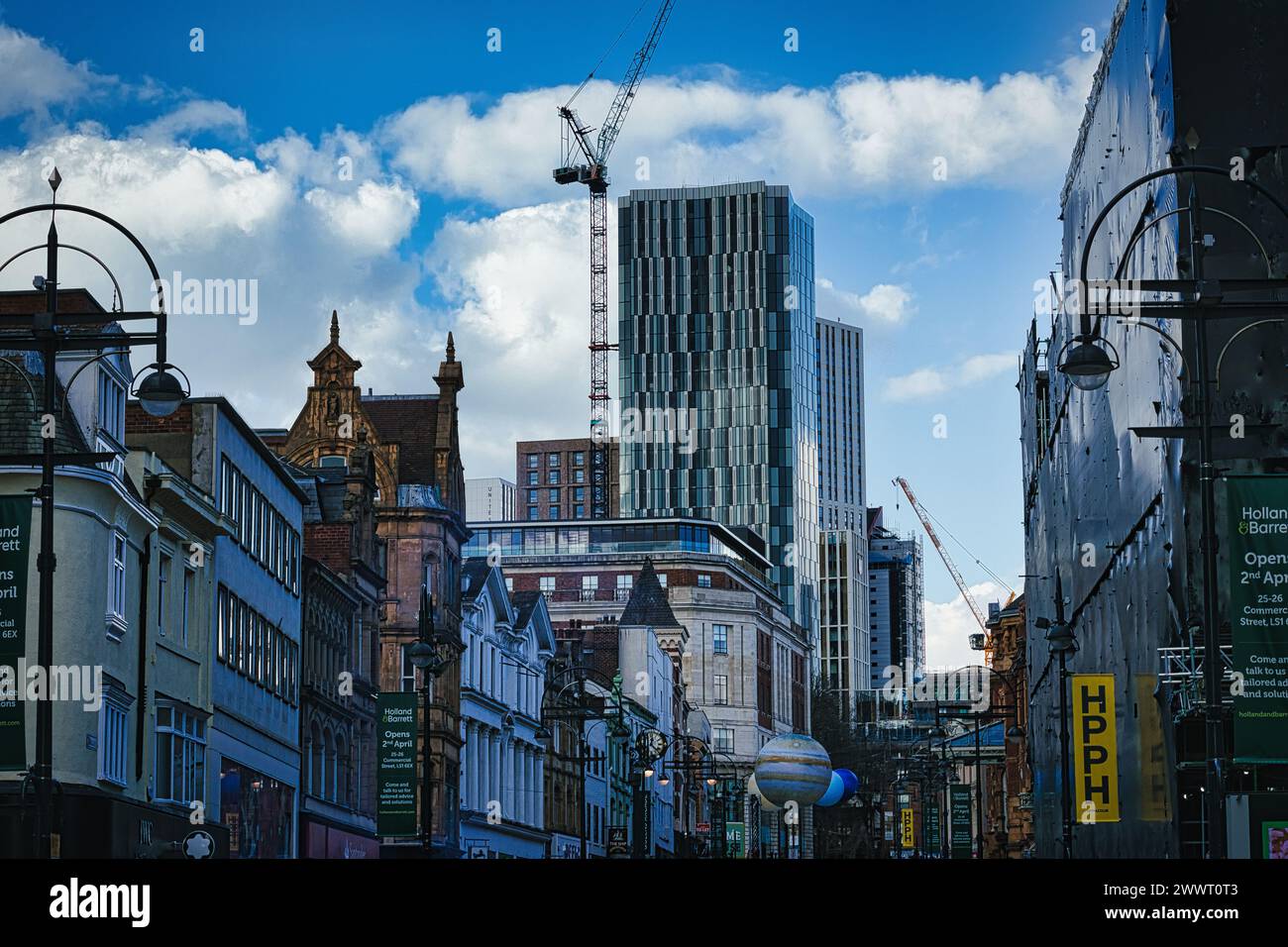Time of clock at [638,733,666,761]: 12:22
